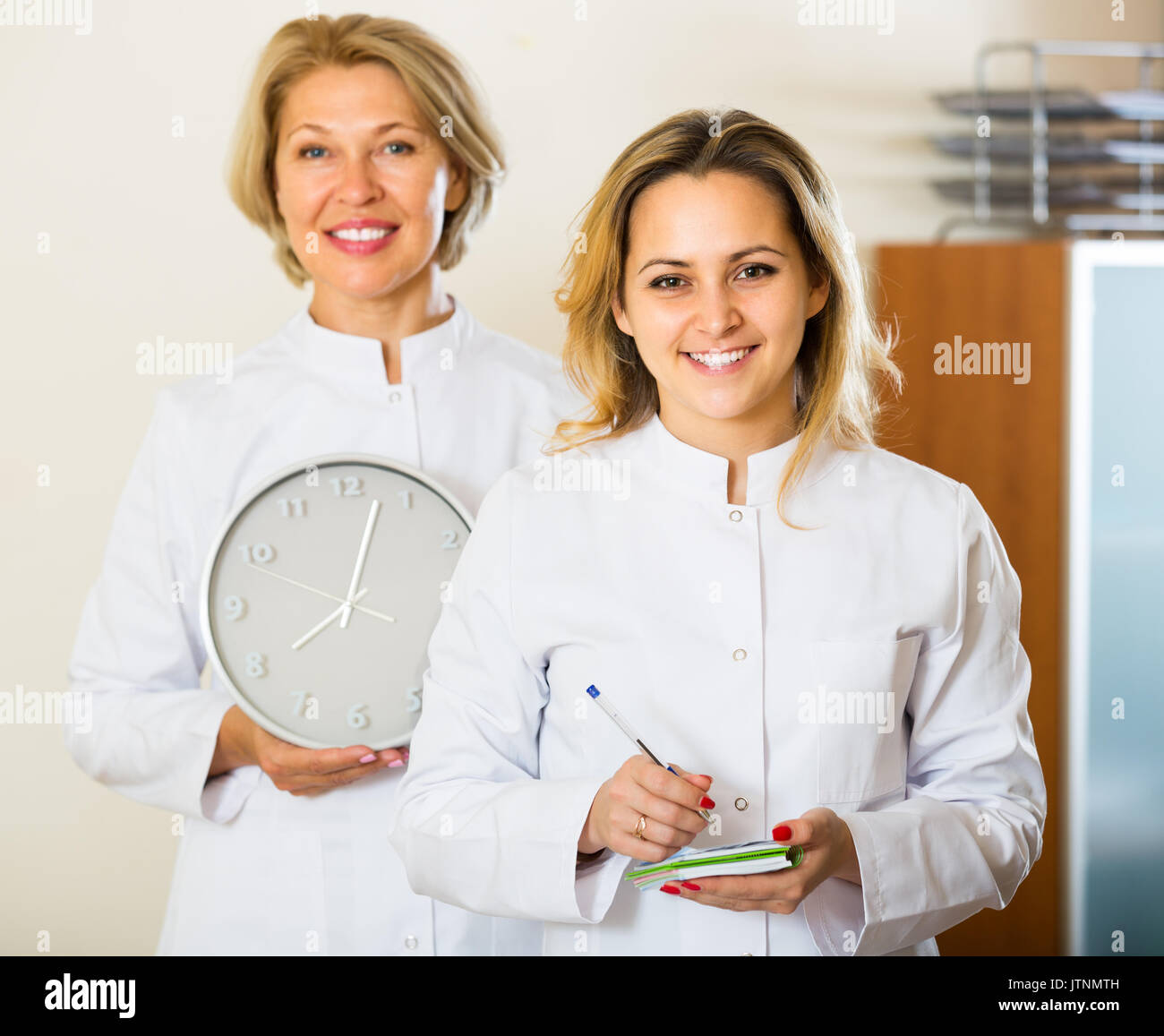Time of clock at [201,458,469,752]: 8:02
